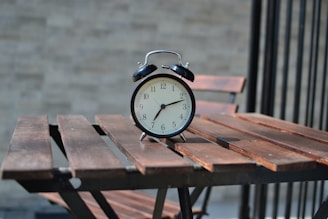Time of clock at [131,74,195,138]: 7:12
